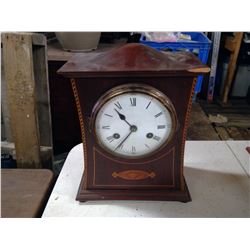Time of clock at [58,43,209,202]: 10:36
